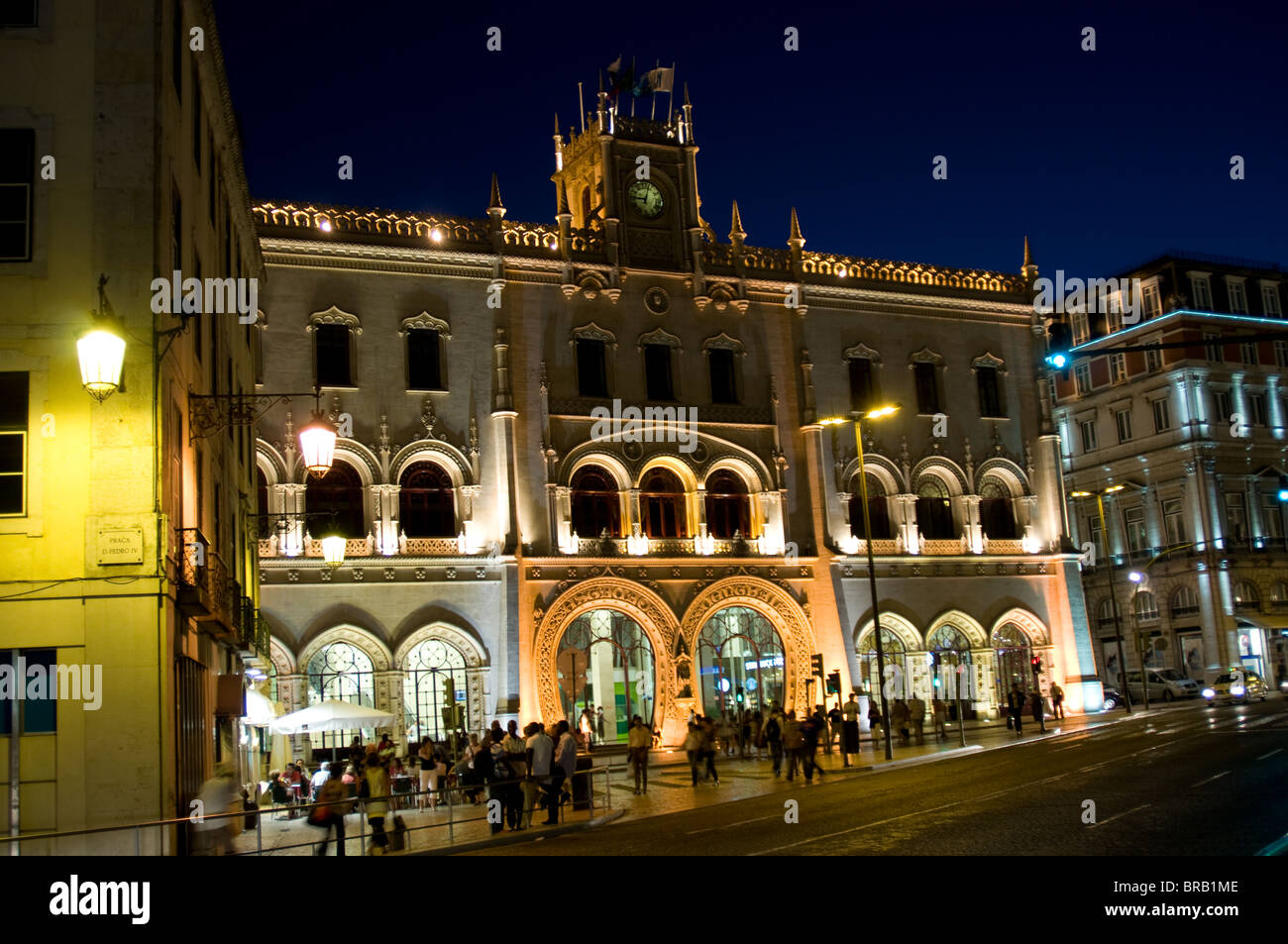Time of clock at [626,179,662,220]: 9:02
